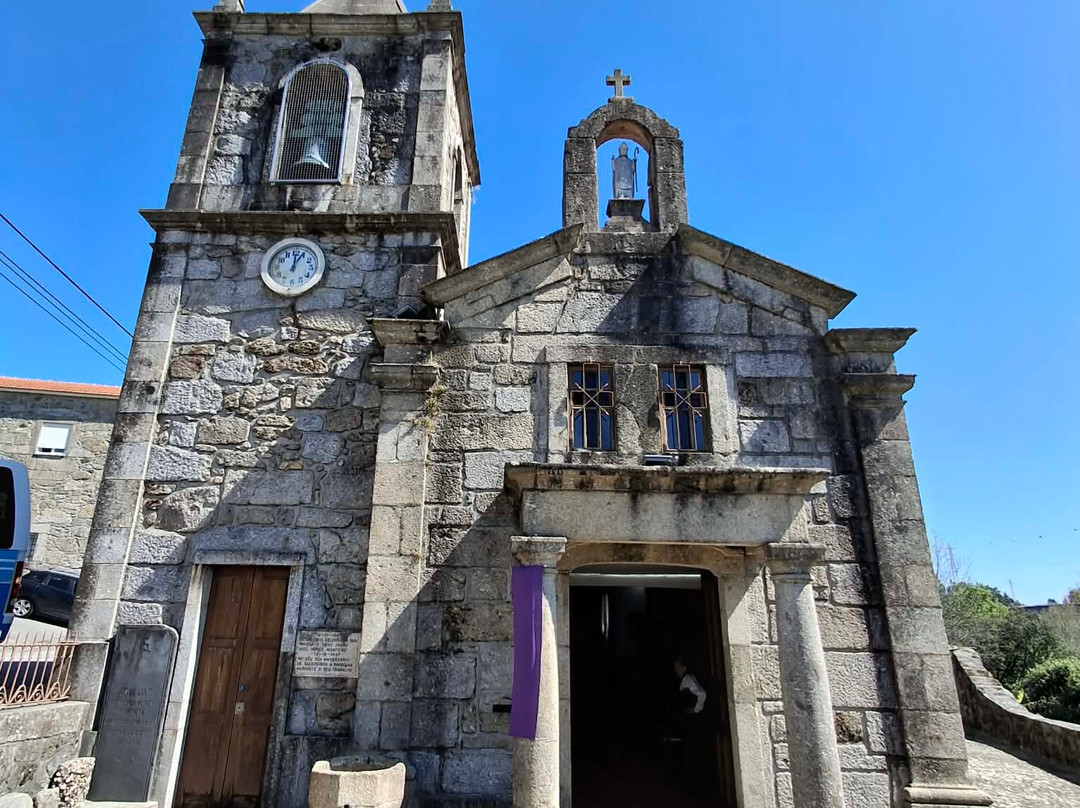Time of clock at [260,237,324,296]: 12:04
